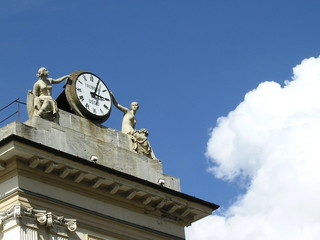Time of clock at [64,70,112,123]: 3:04
